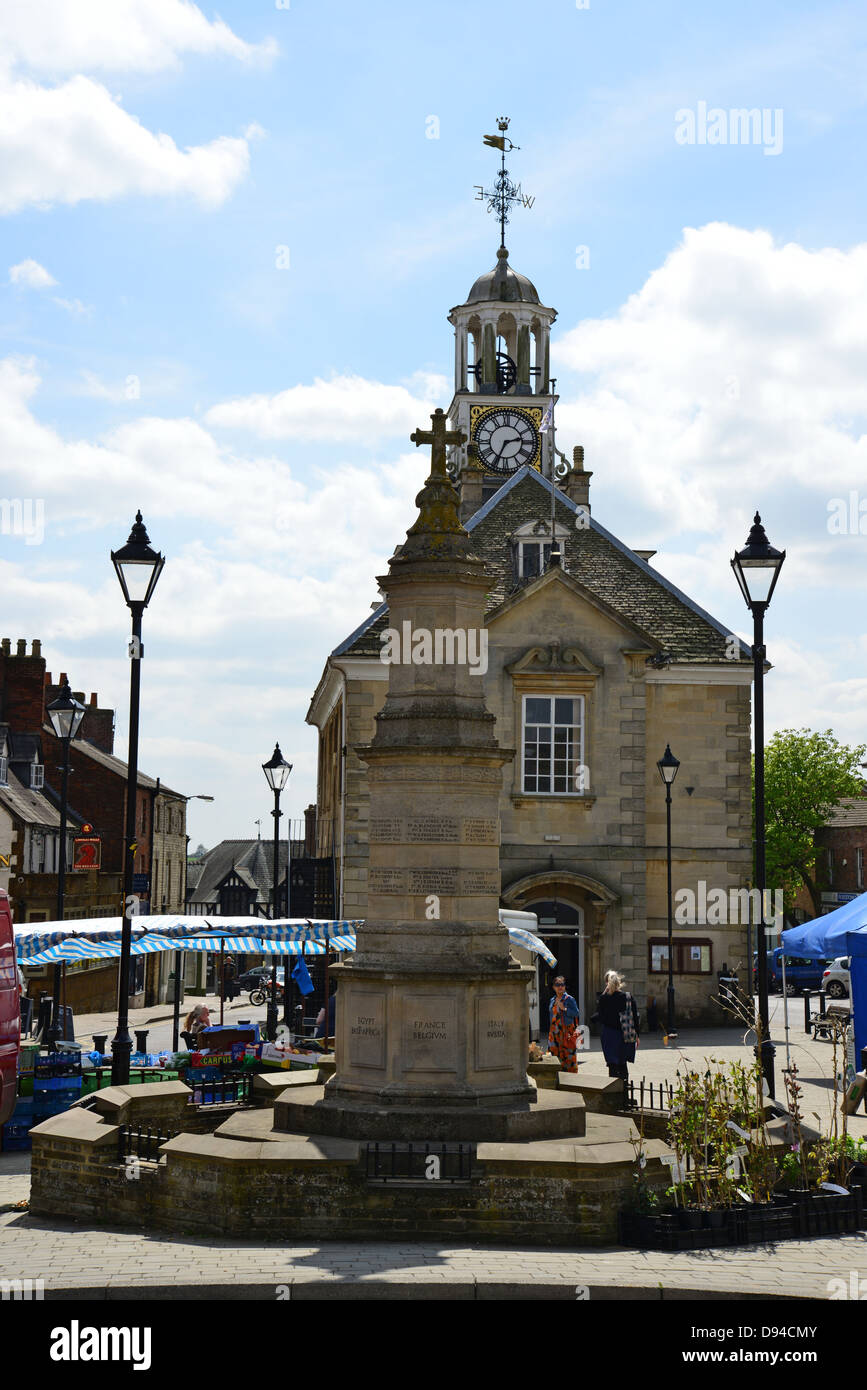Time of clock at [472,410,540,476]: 2:34
